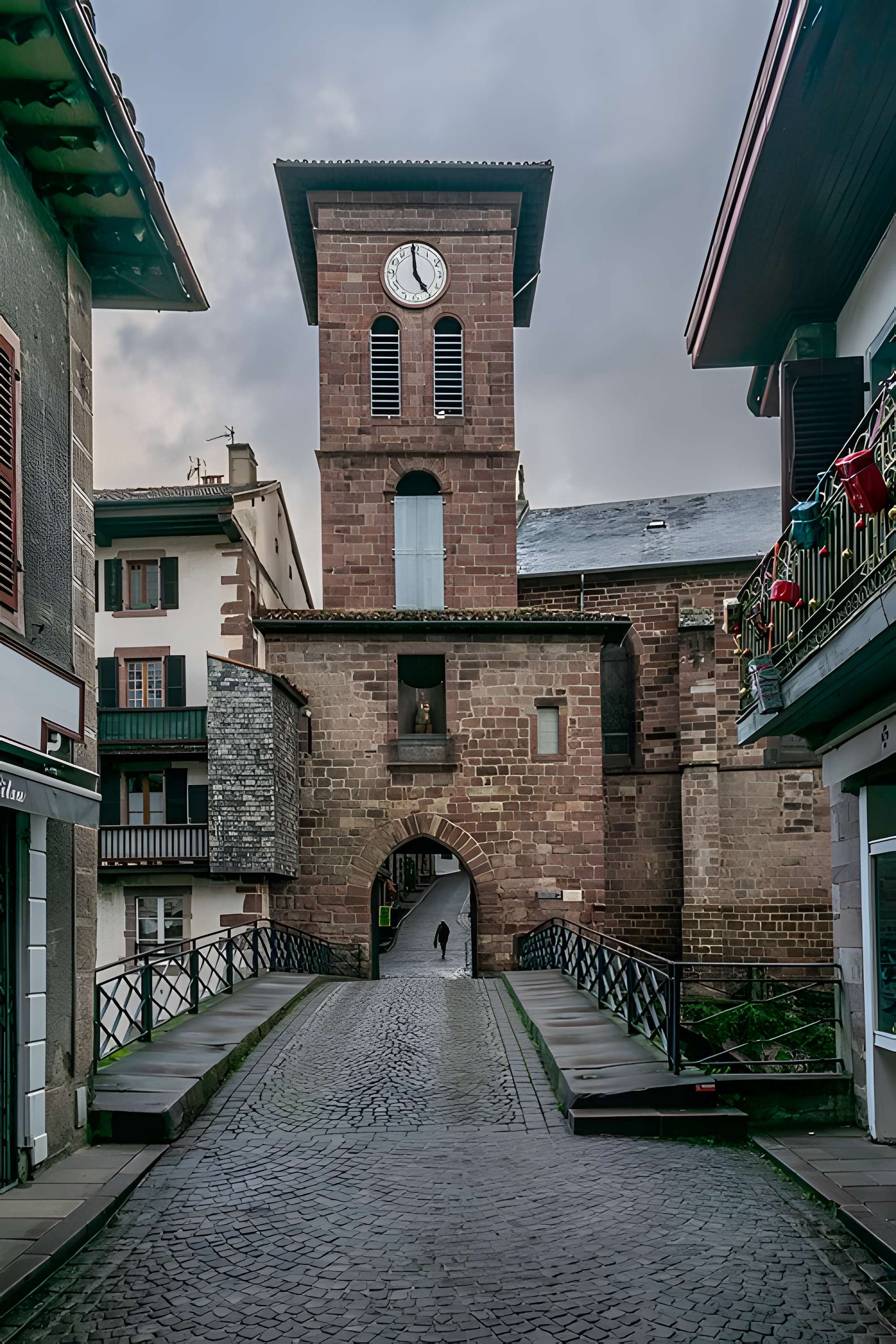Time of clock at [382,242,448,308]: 4:59
